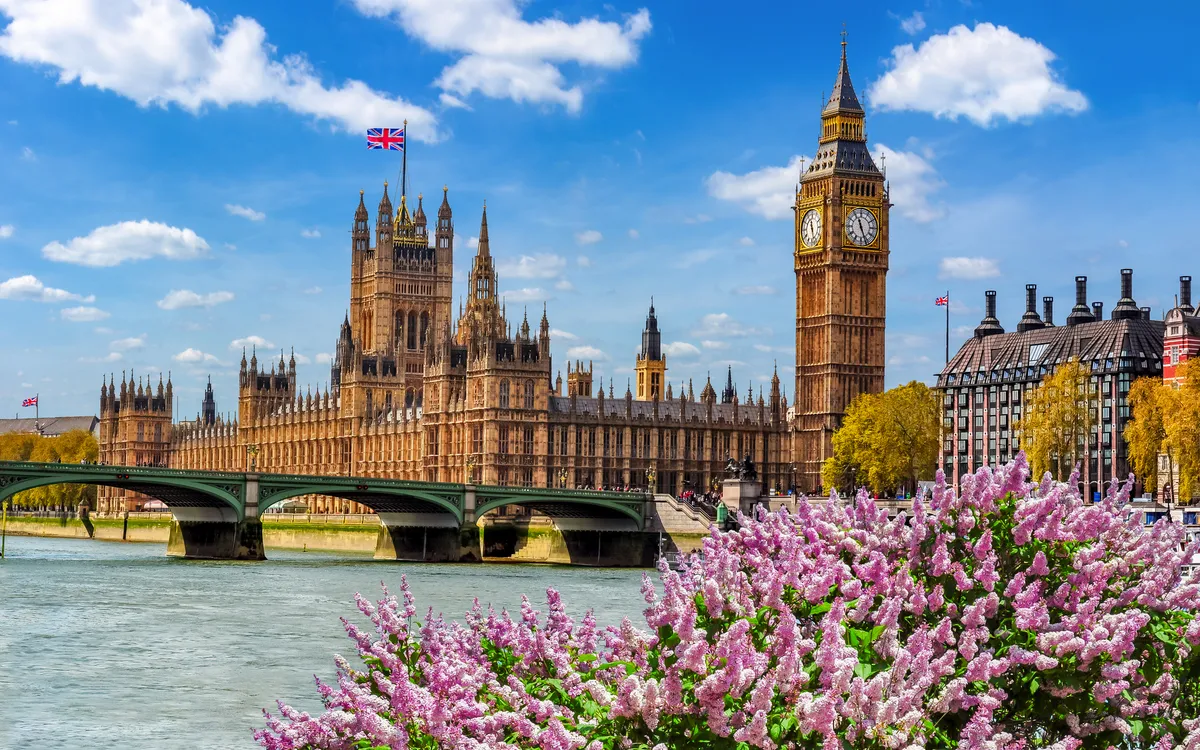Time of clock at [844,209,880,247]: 11:26
